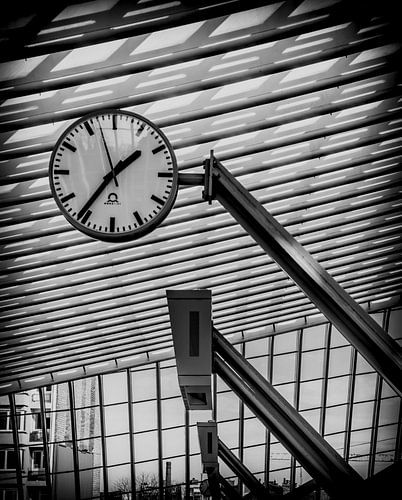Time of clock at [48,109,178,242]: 1:36
